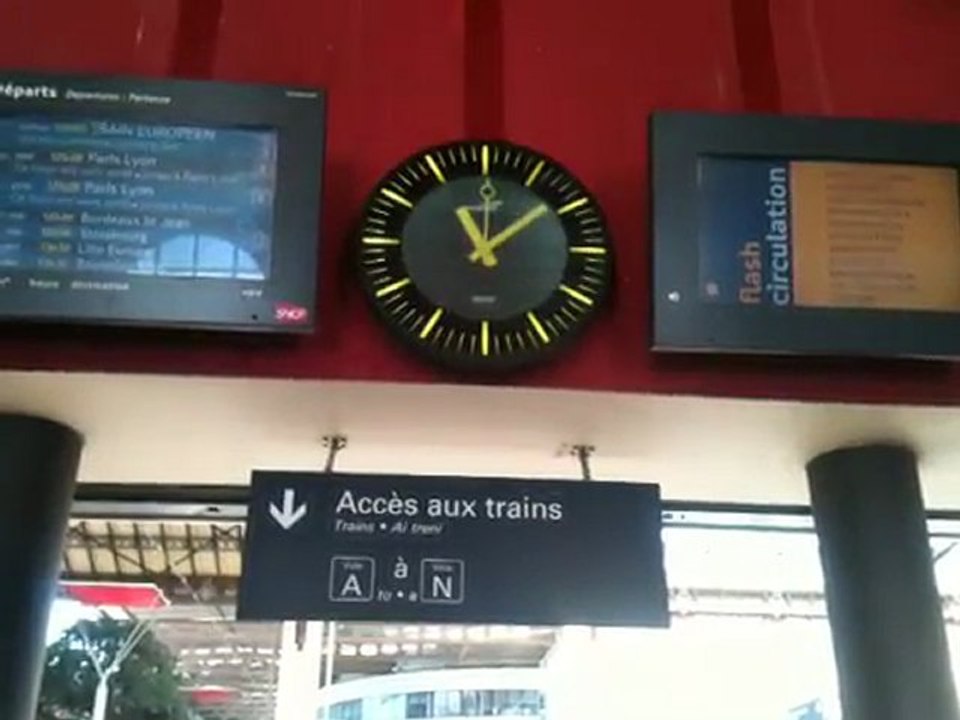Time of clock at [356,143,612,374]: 11:08
